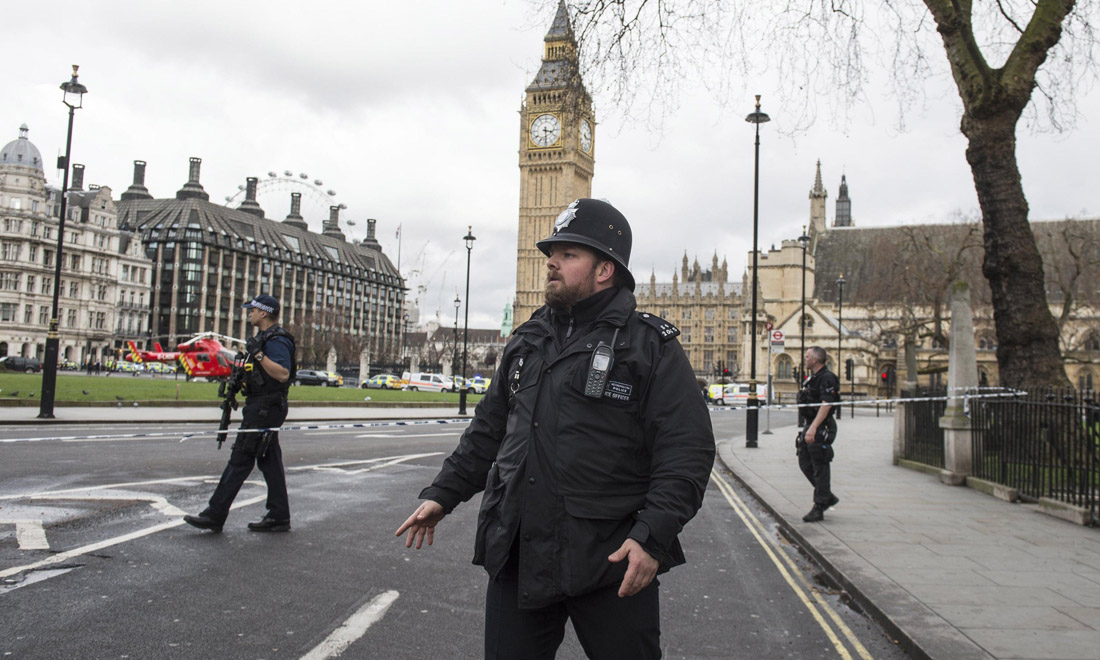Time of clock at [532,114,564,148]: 3:29
